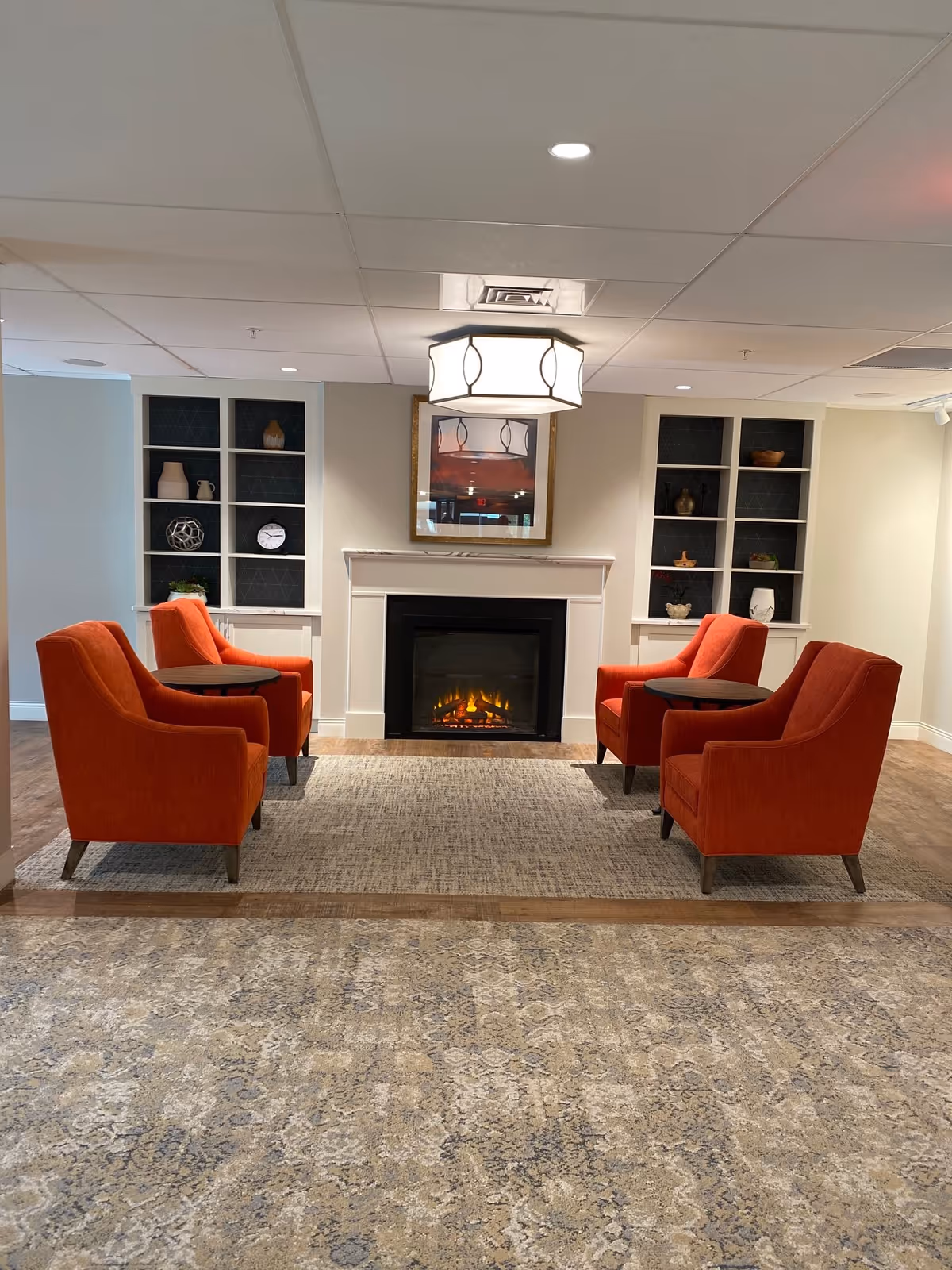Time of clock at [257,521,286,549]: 10:14
